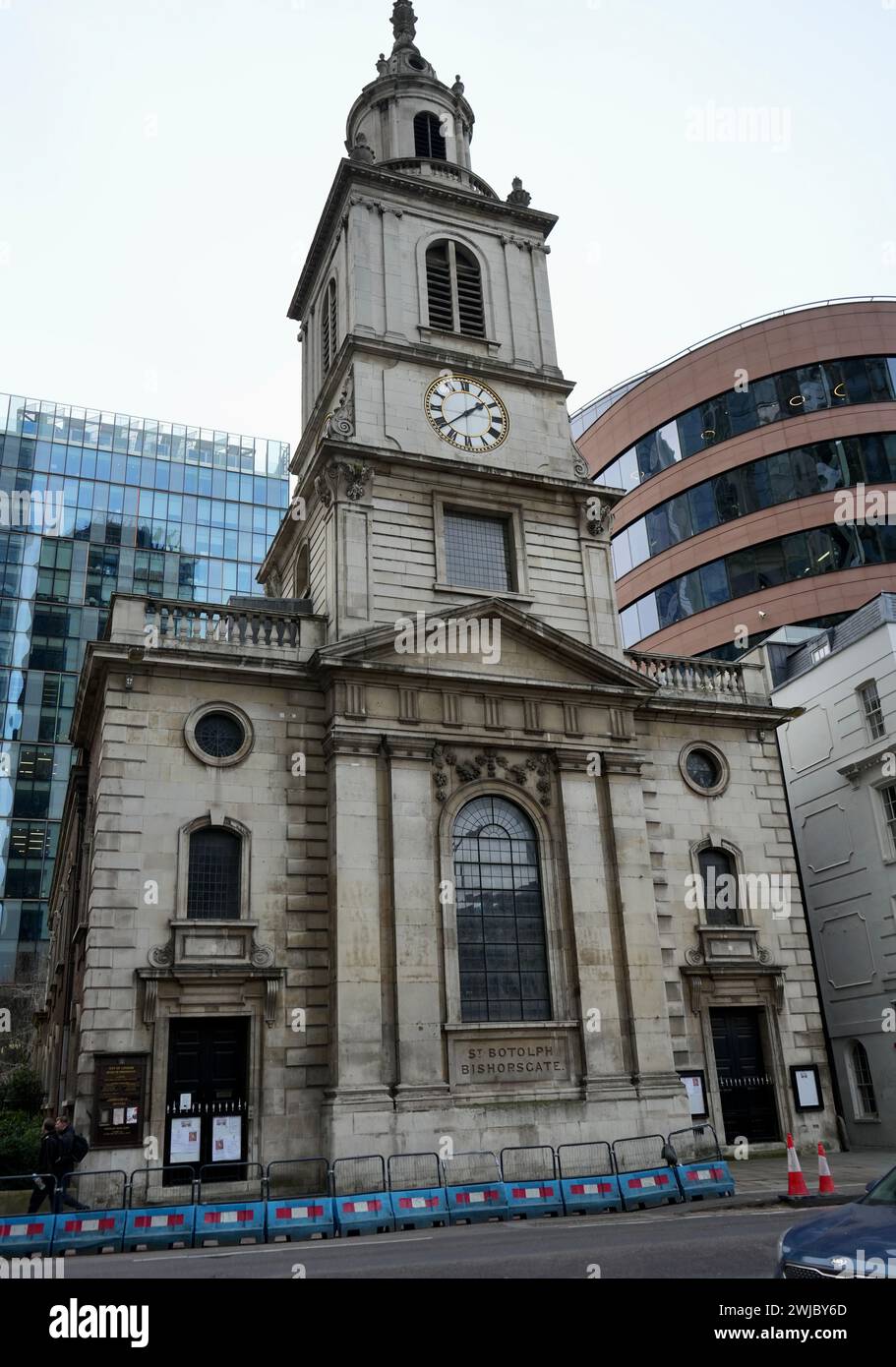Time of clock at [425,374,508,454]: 1:38
